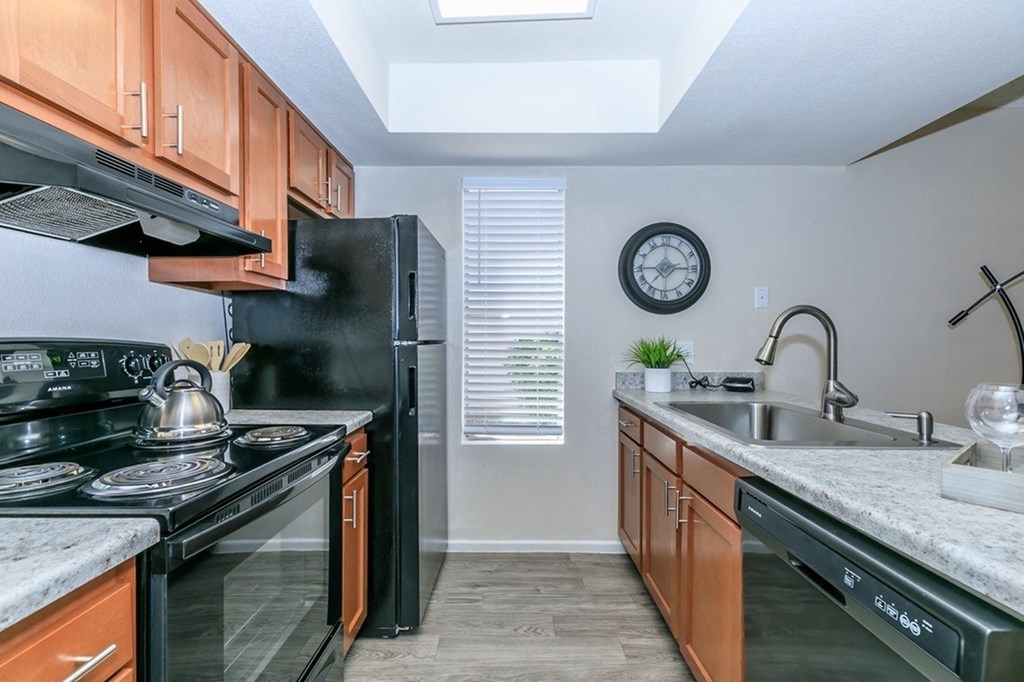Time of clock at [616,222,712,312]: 7:14
